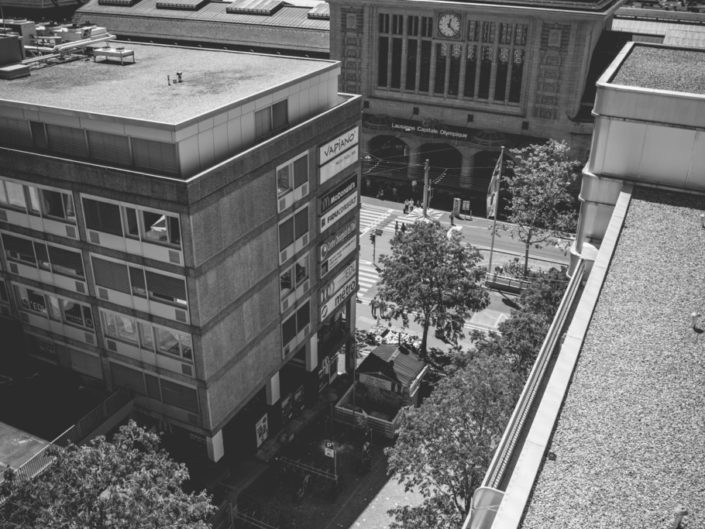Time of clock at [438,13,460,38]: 12:22
